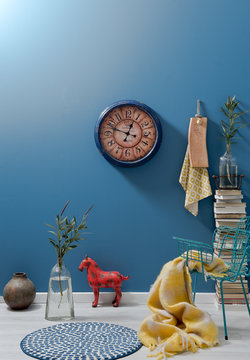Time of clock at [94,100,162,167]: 12:48
